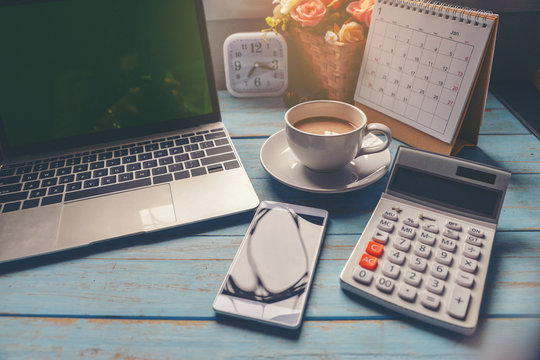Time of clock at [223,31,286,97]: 7:17
